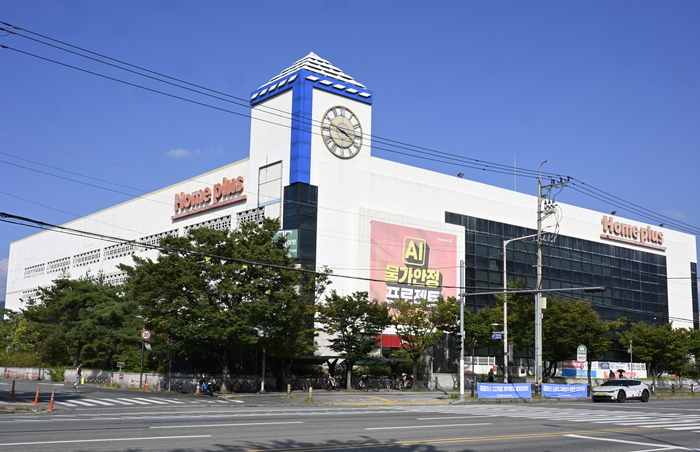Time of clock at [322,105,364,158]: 3:47
